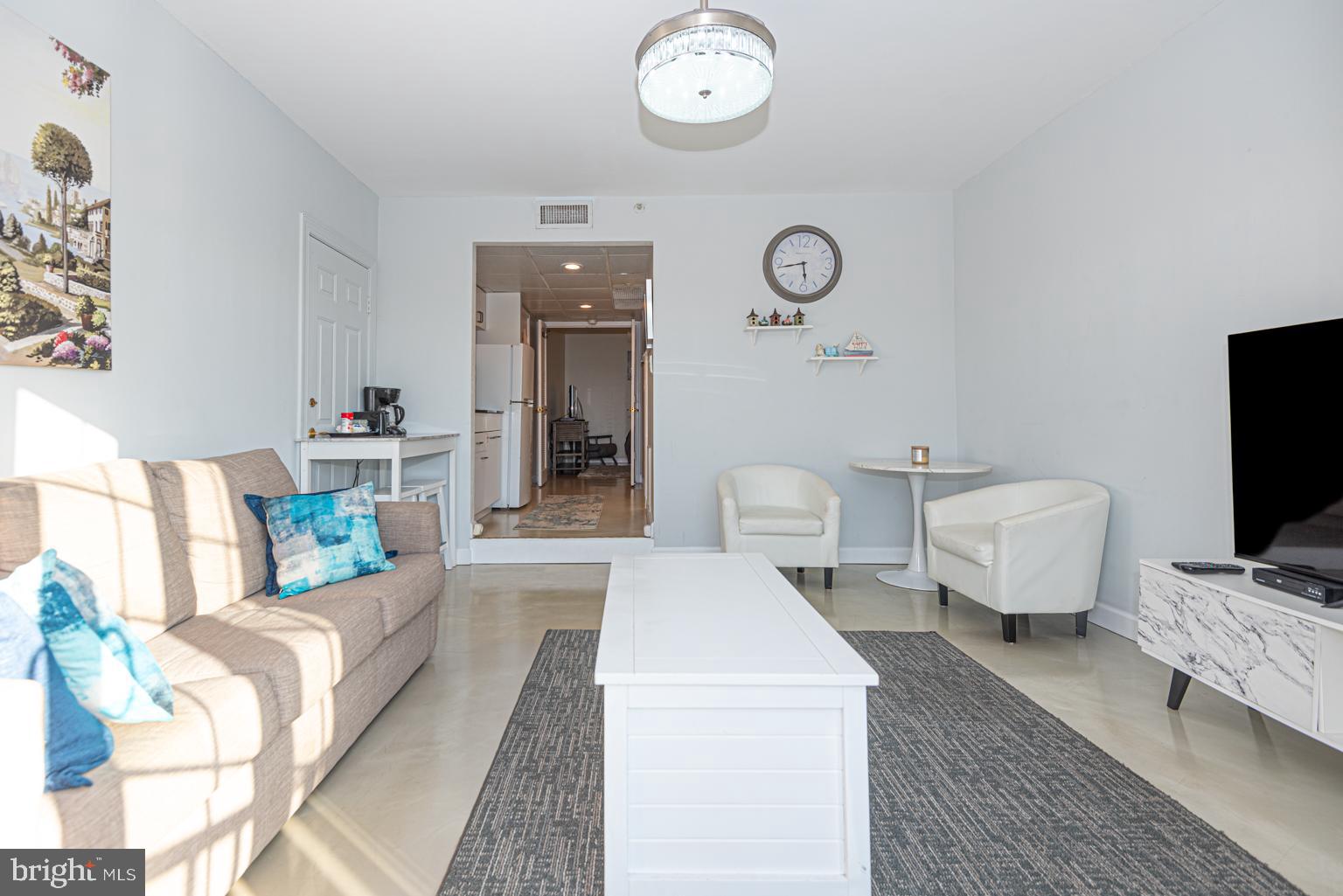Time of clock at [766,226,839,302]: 5:43
